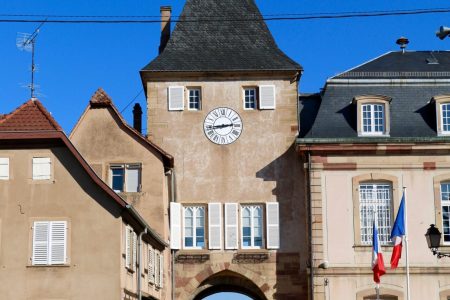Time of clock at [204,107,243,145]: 2:43
